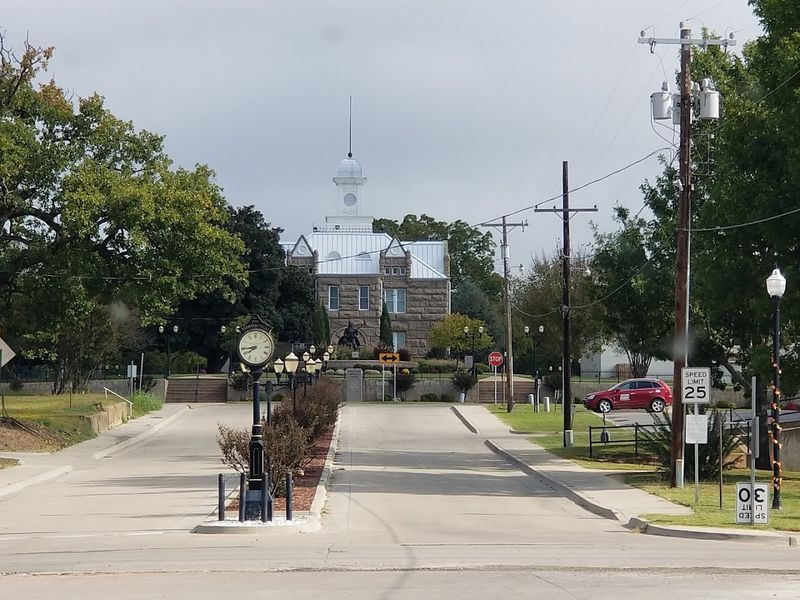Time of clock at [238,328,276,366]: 7:43
